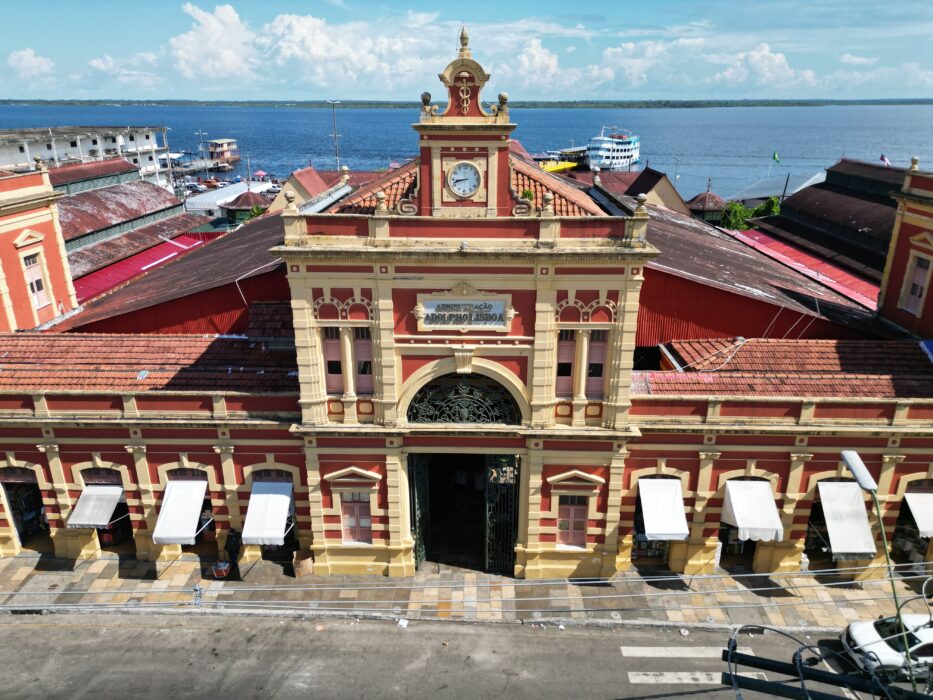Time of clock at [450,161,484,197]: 8:42
